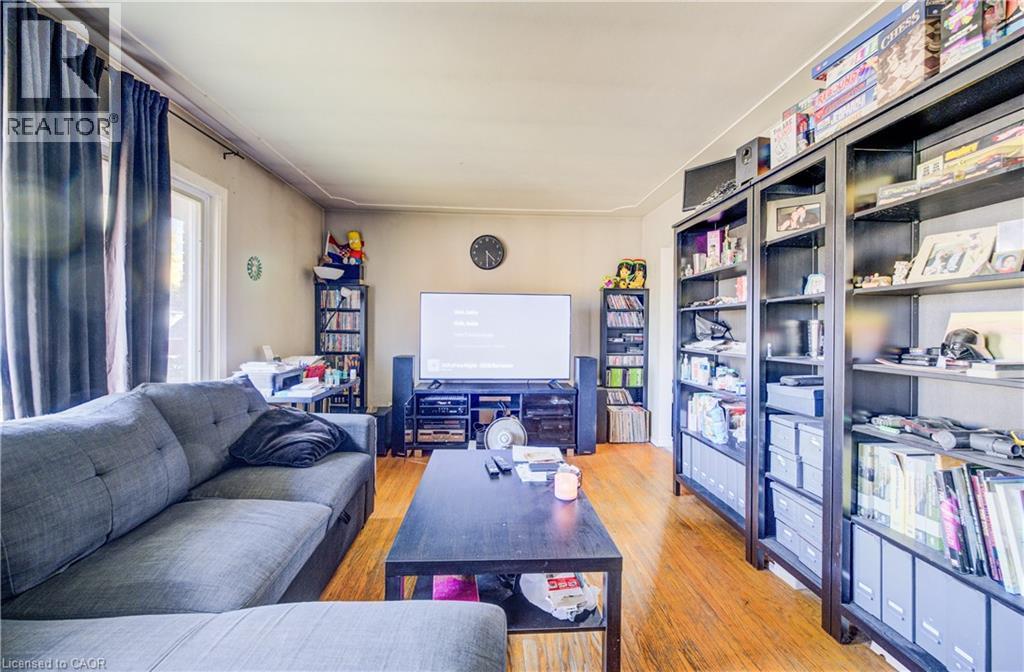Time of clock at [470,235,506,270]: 4:29
